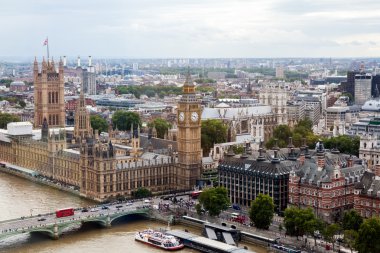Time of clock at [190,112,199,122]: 4:47
